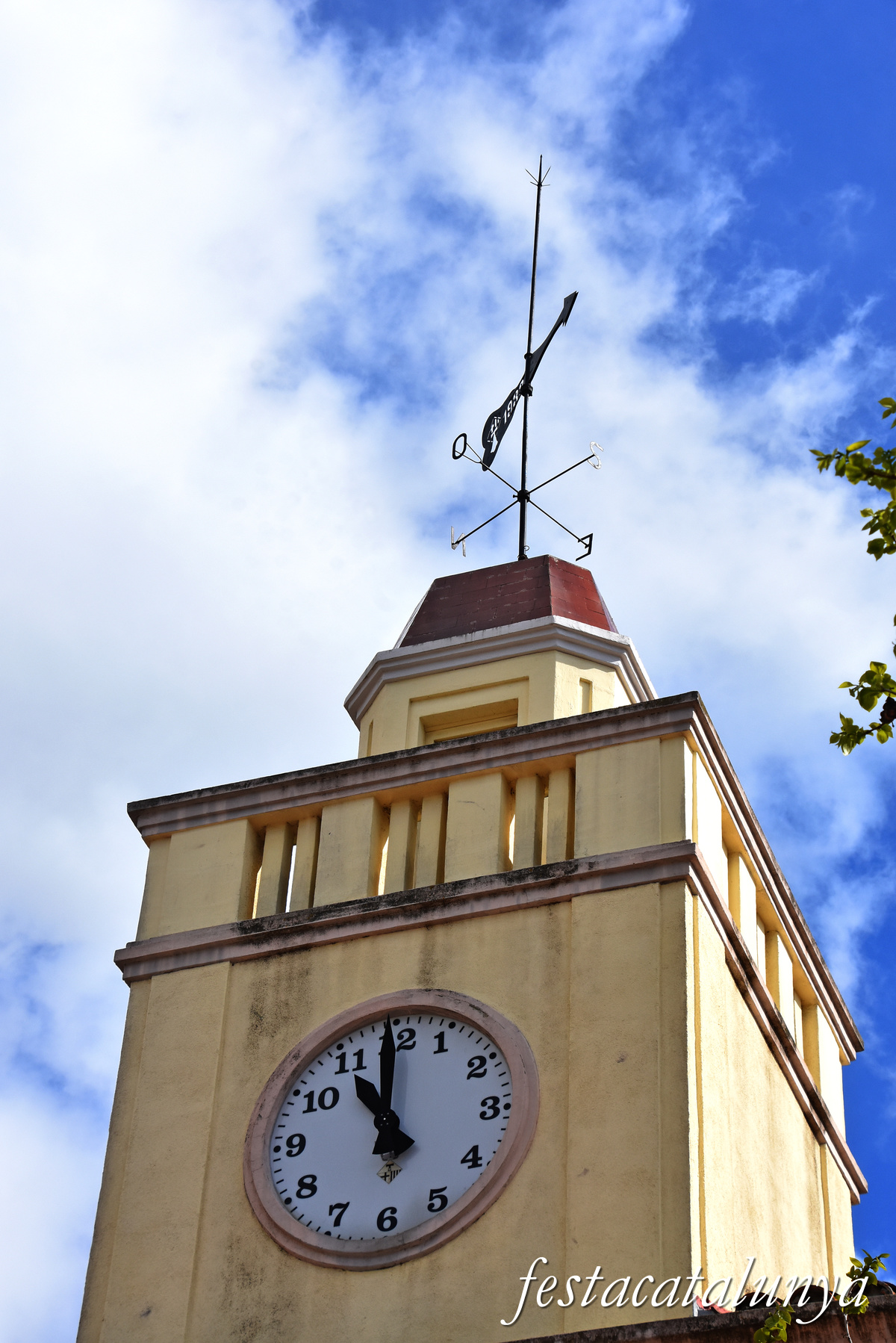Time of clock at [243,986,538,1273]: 10:59
